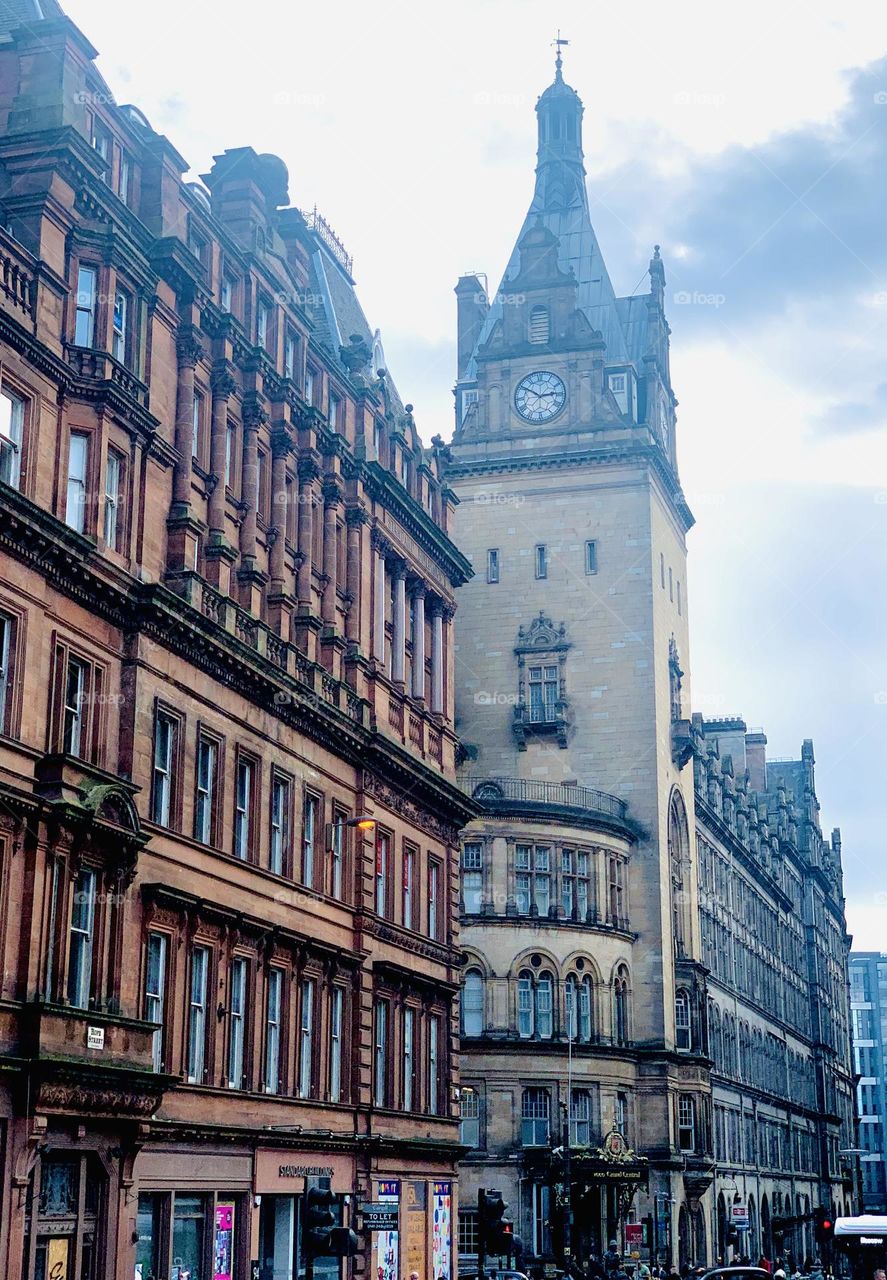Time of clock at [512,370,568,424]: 2:50
